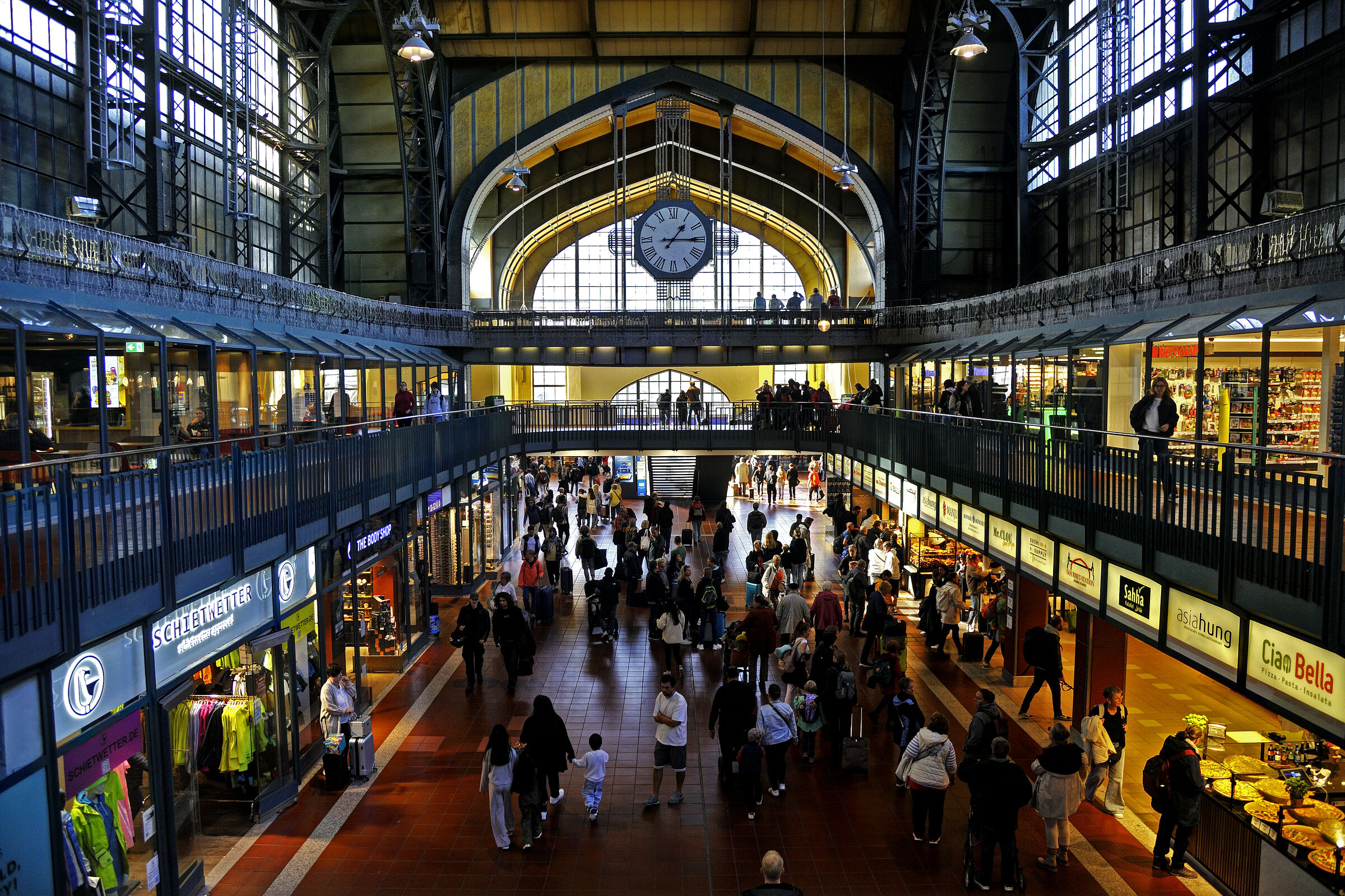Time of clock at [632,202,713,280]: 1:14
